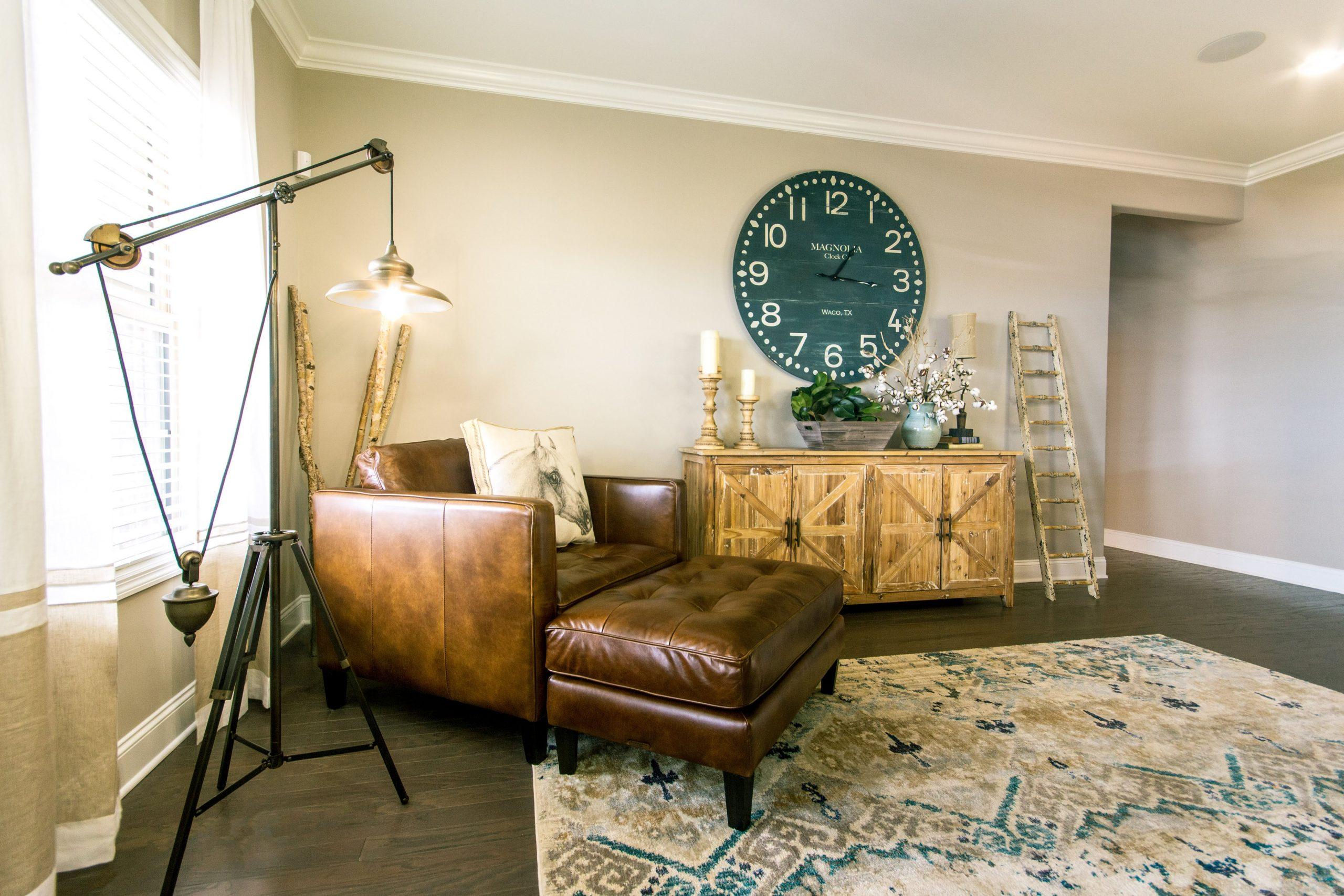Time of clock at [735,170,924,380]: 1:16
